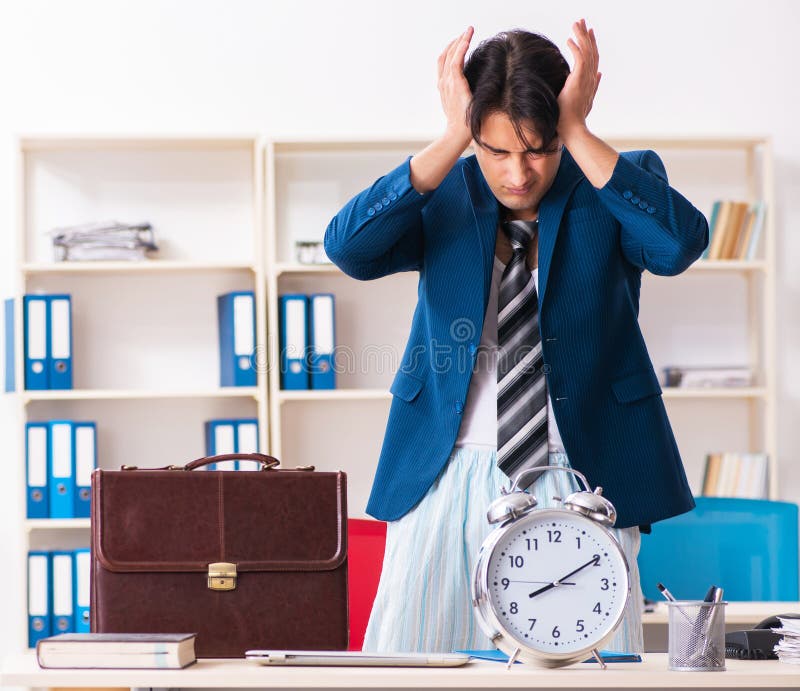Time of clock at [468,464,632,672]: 8:09
